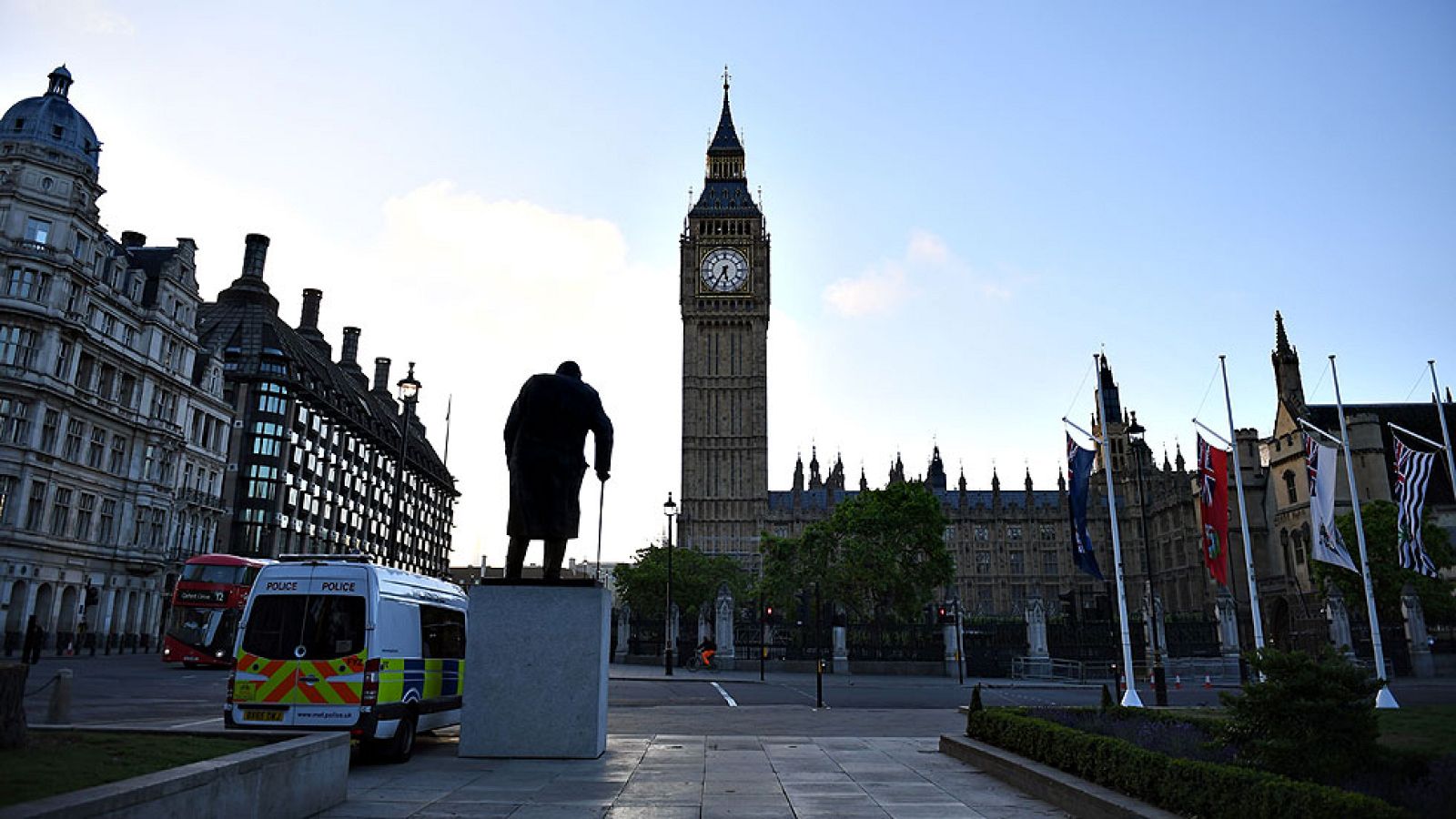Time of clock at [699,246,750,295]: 5:35
